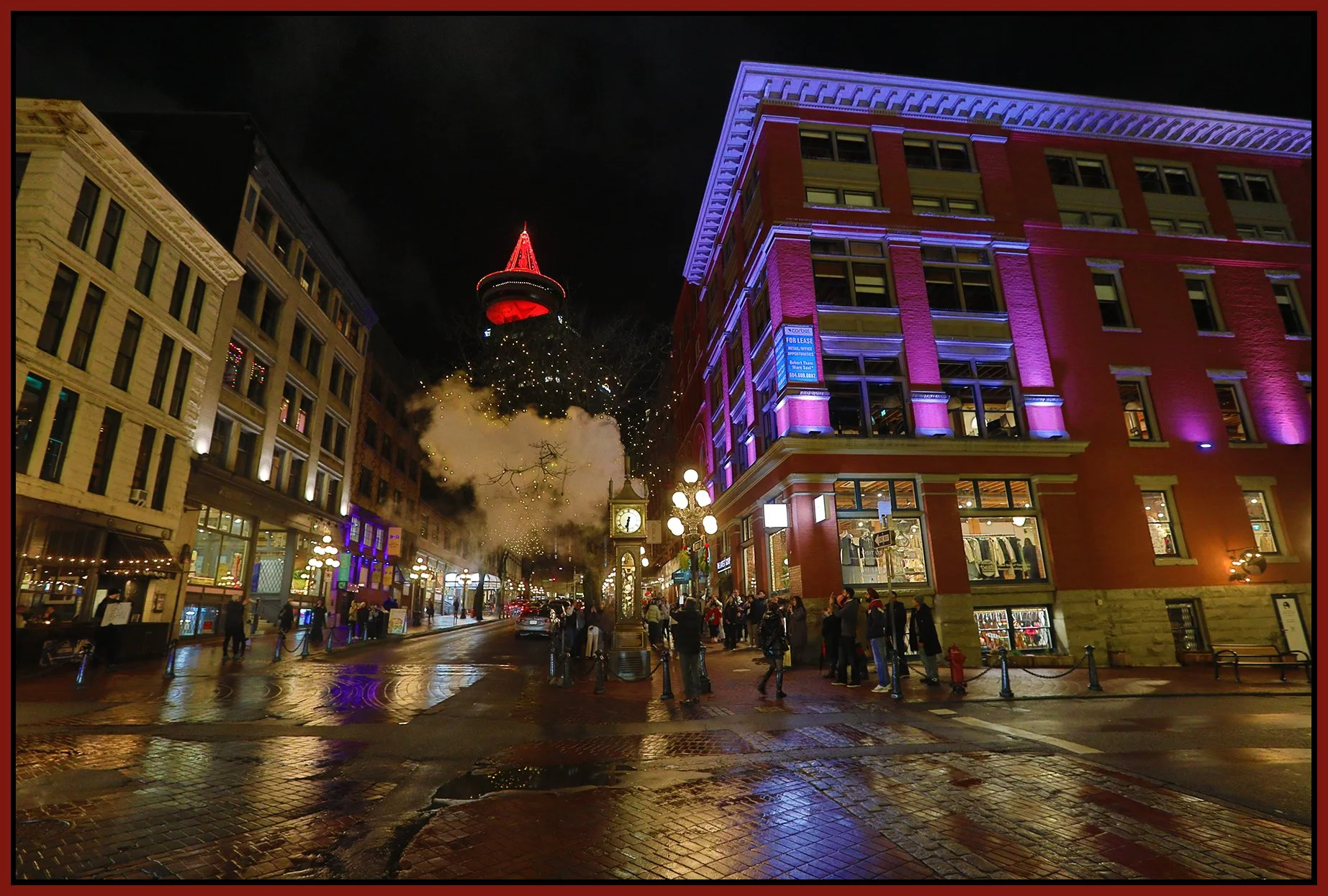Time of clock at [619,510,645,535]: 6:31
